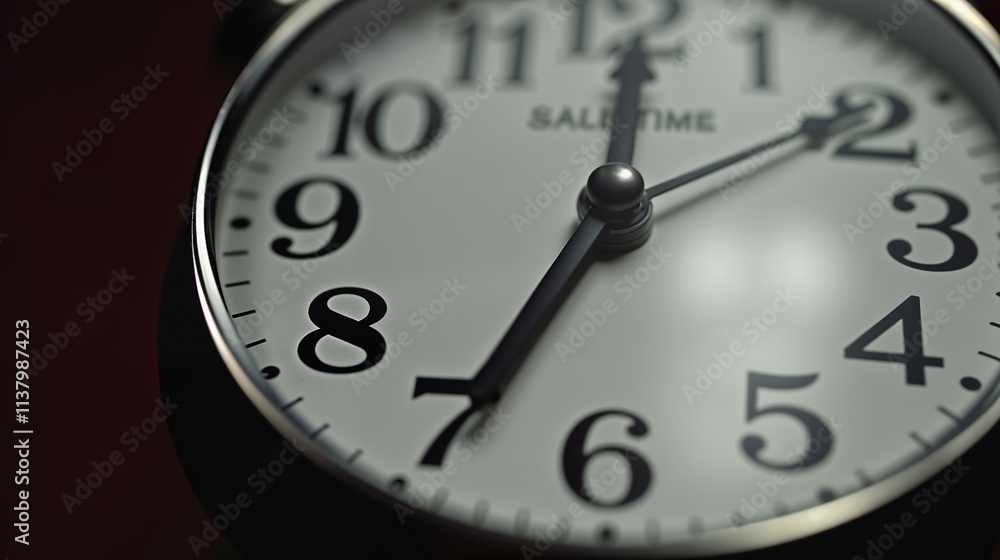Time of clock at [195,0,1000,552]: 12:09
